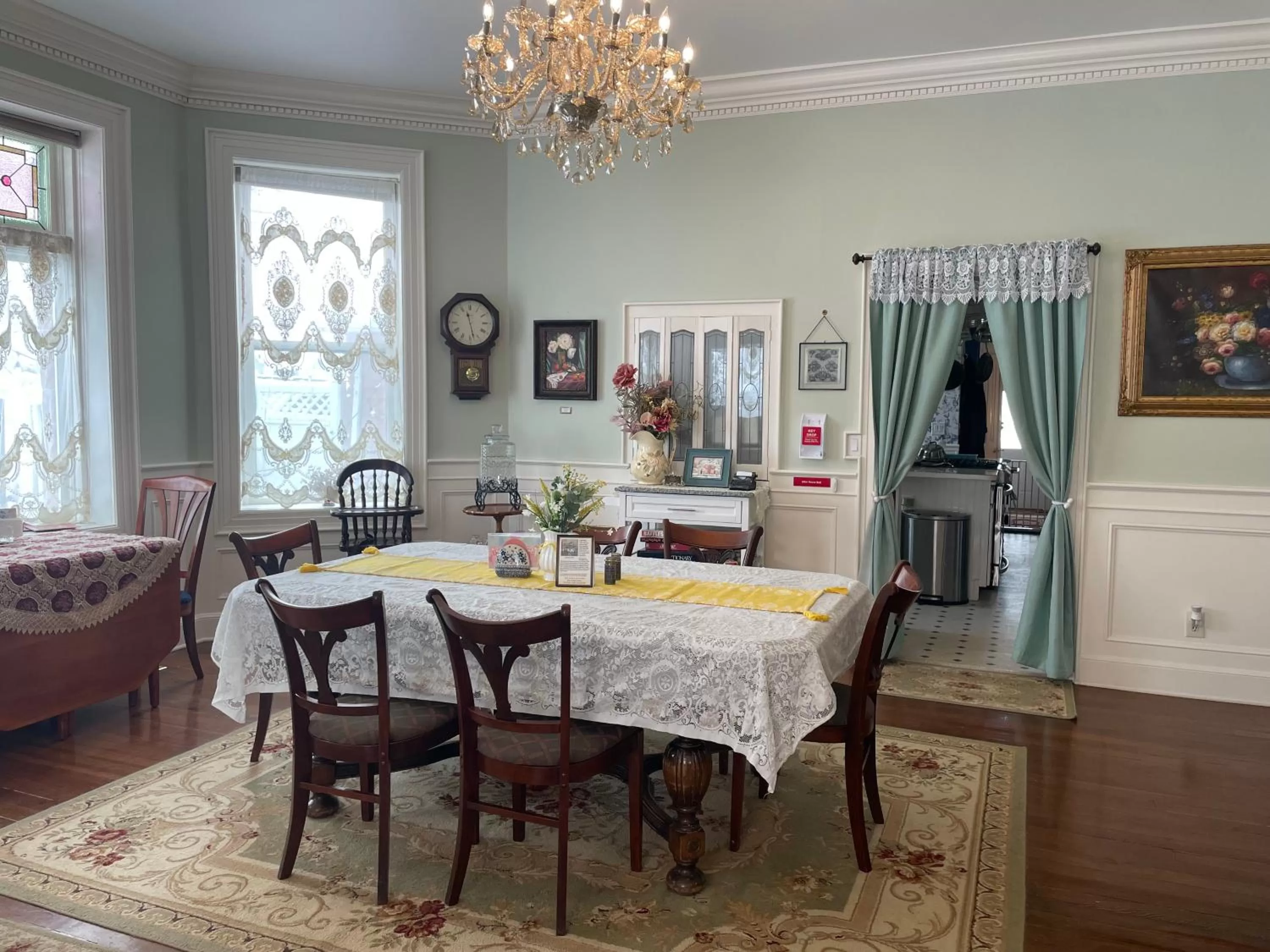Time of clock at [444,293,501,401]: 11:28
